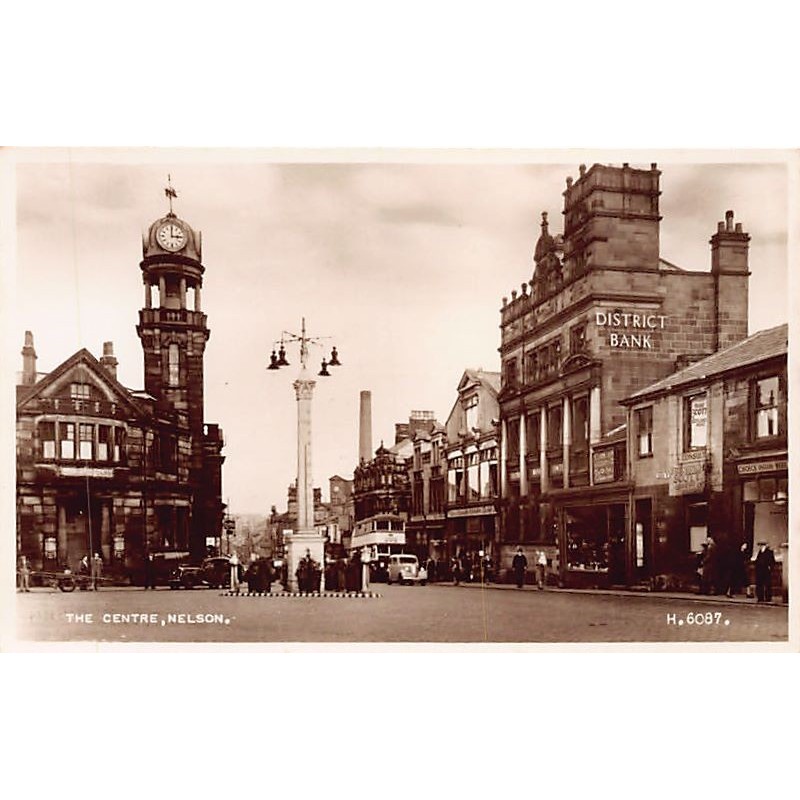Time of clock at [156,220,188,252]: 3:00
